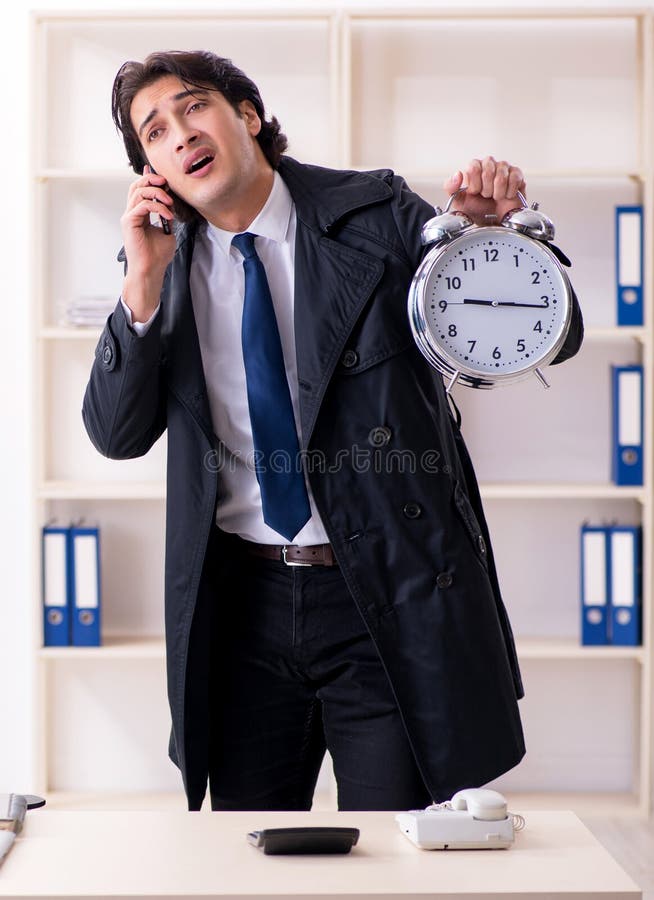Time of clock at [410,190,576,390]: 9:16
